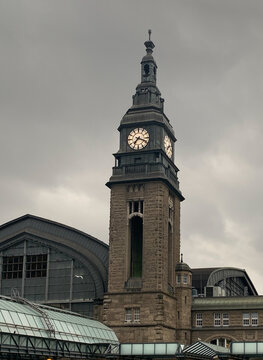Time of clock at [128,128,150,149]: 7:18
